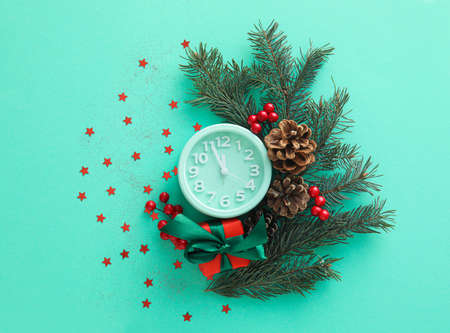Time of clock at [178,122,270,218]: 11:56
